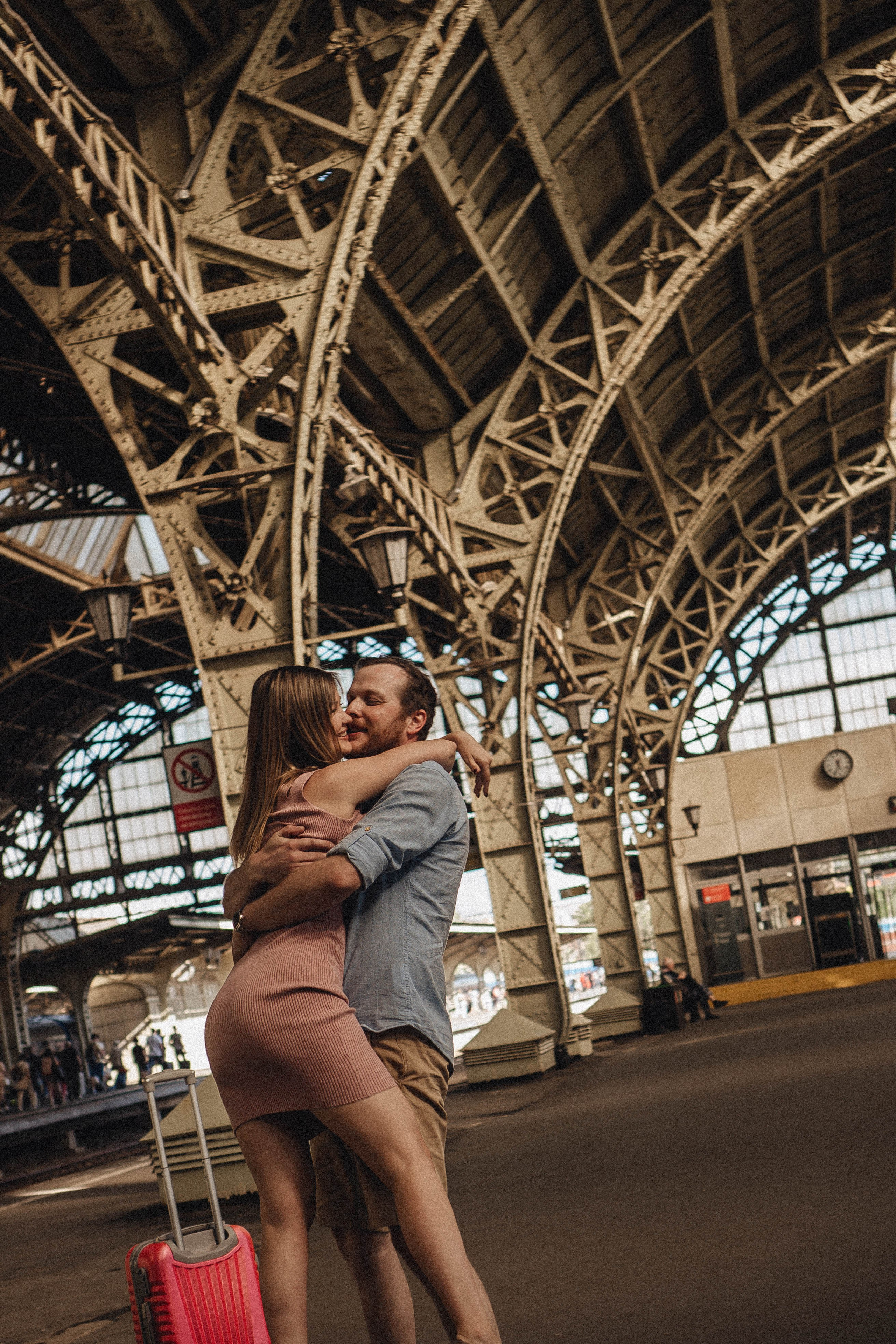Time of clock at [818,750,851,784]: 11:33
